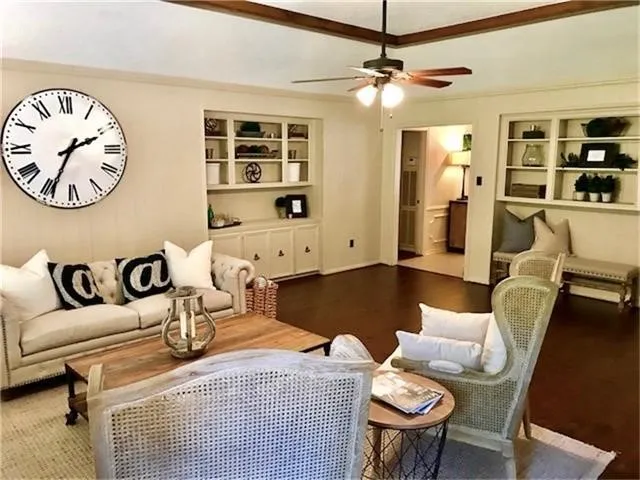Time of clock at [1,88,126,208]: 2:34
